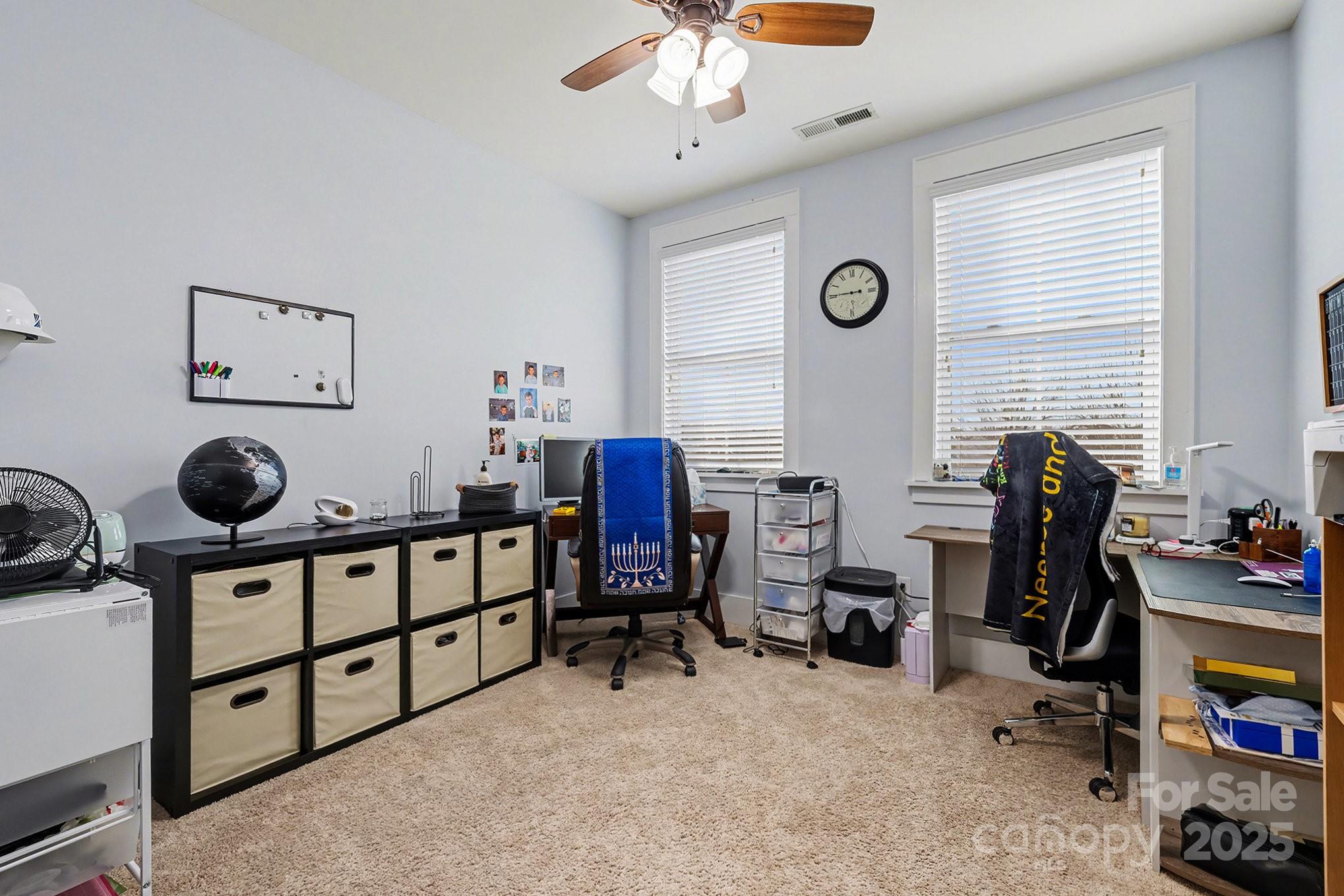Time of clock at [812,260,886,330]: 2:45
